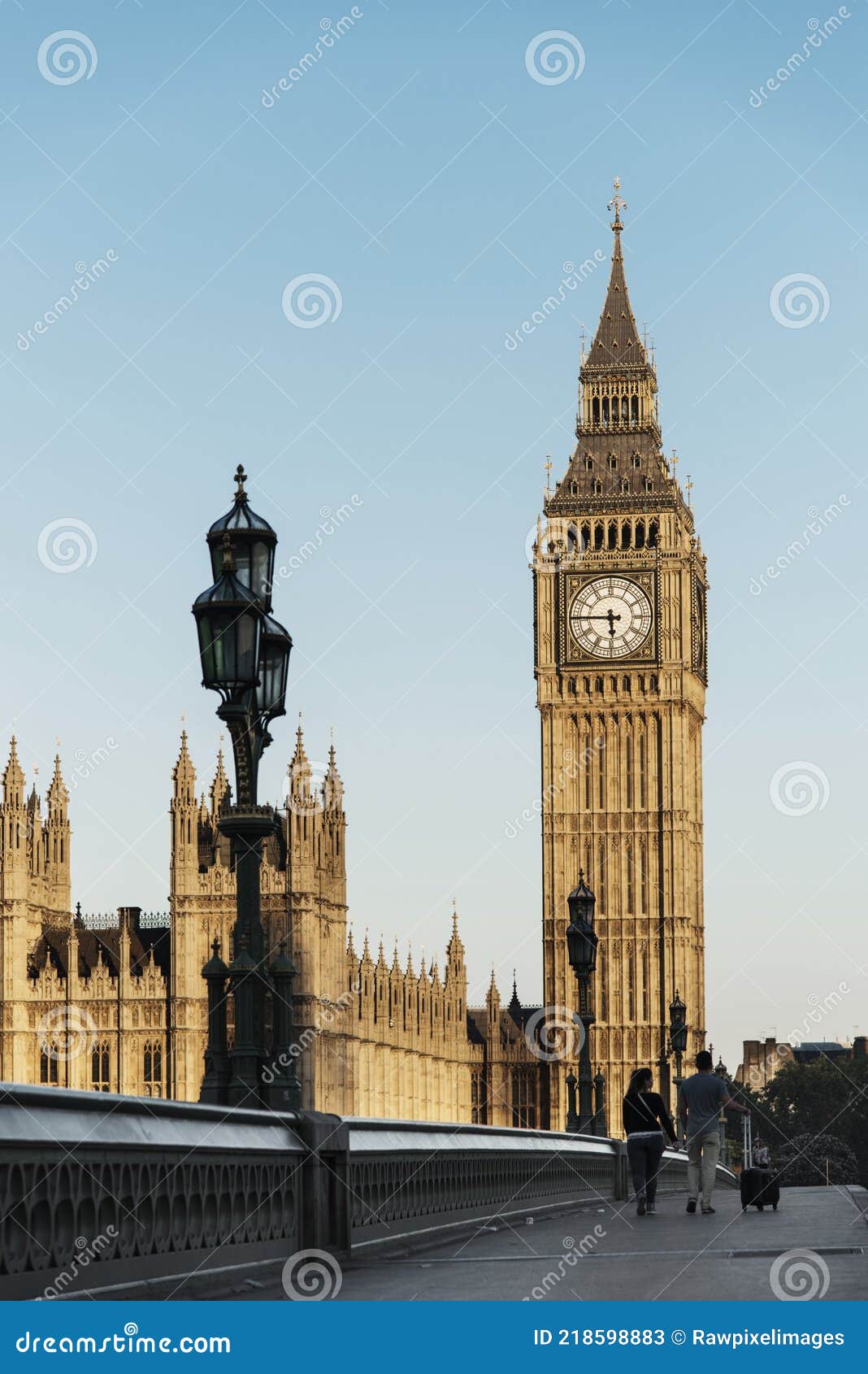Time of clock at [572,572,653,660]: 5:45
